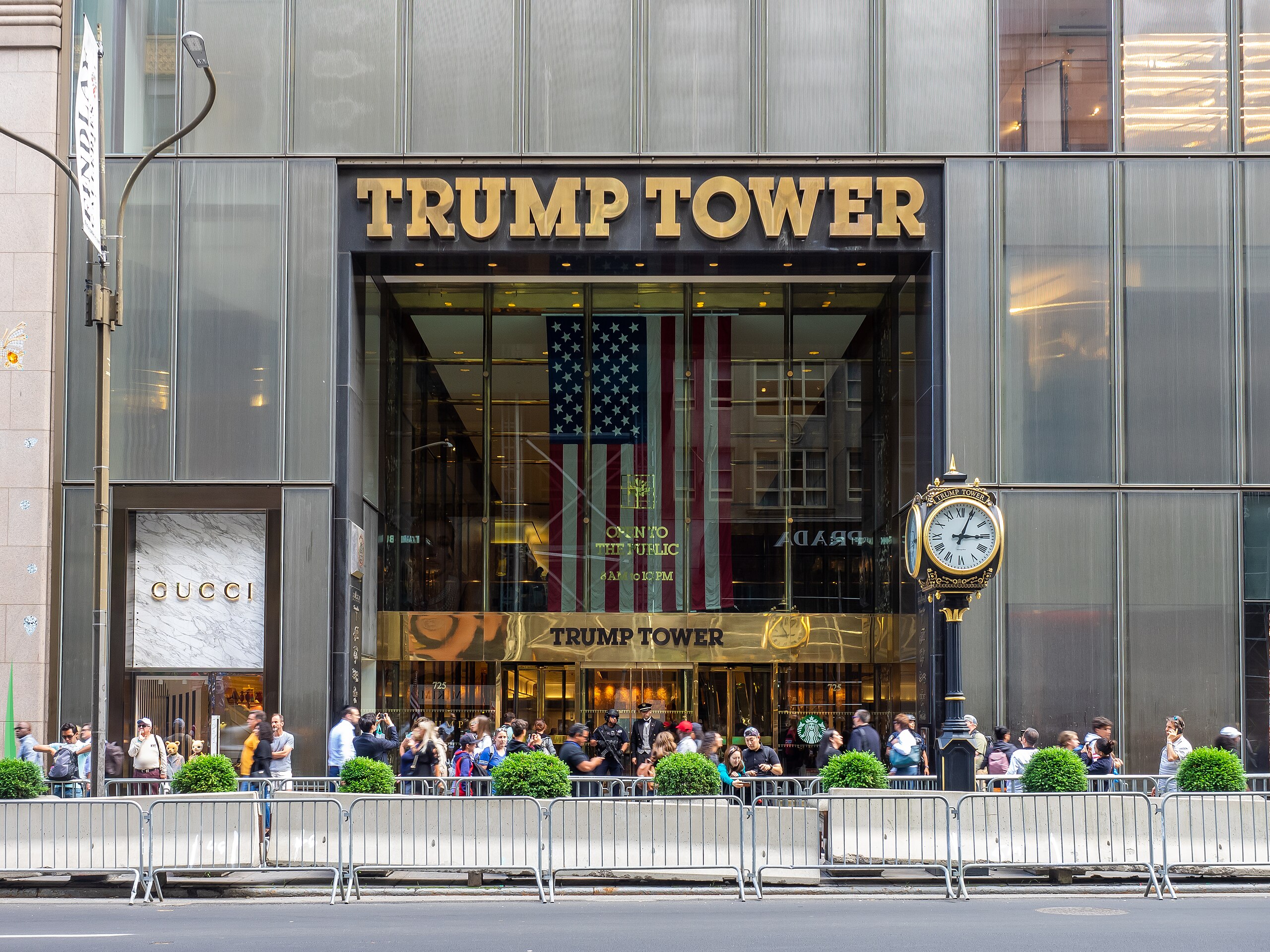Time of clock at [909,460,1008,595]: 3:04
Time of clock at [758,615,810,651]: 10:45
